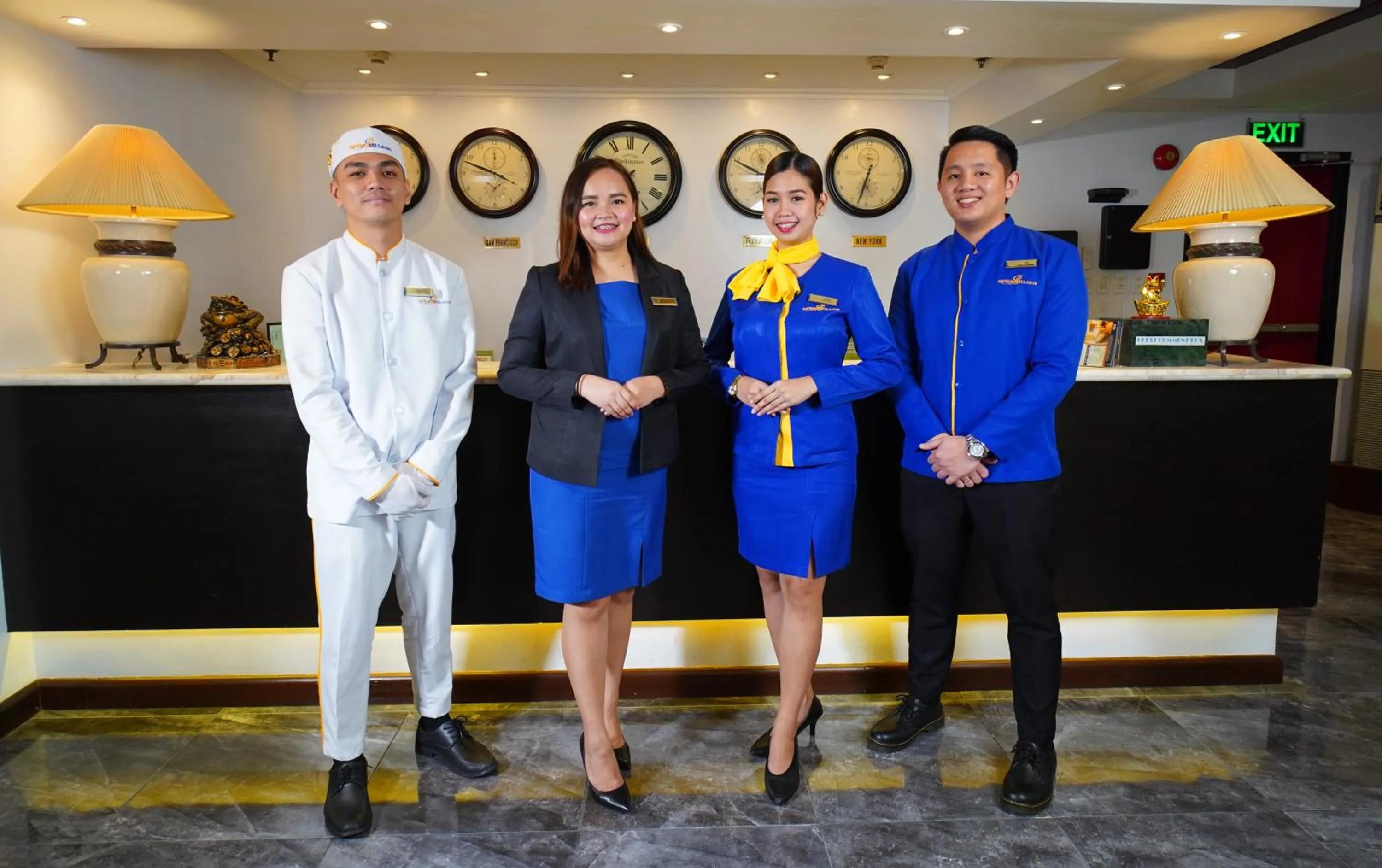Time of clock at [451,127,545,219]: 3:48
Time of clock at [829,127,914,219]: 6:32
